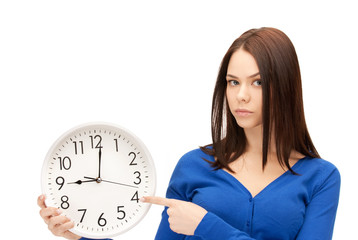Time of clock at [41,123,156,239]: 9:01
